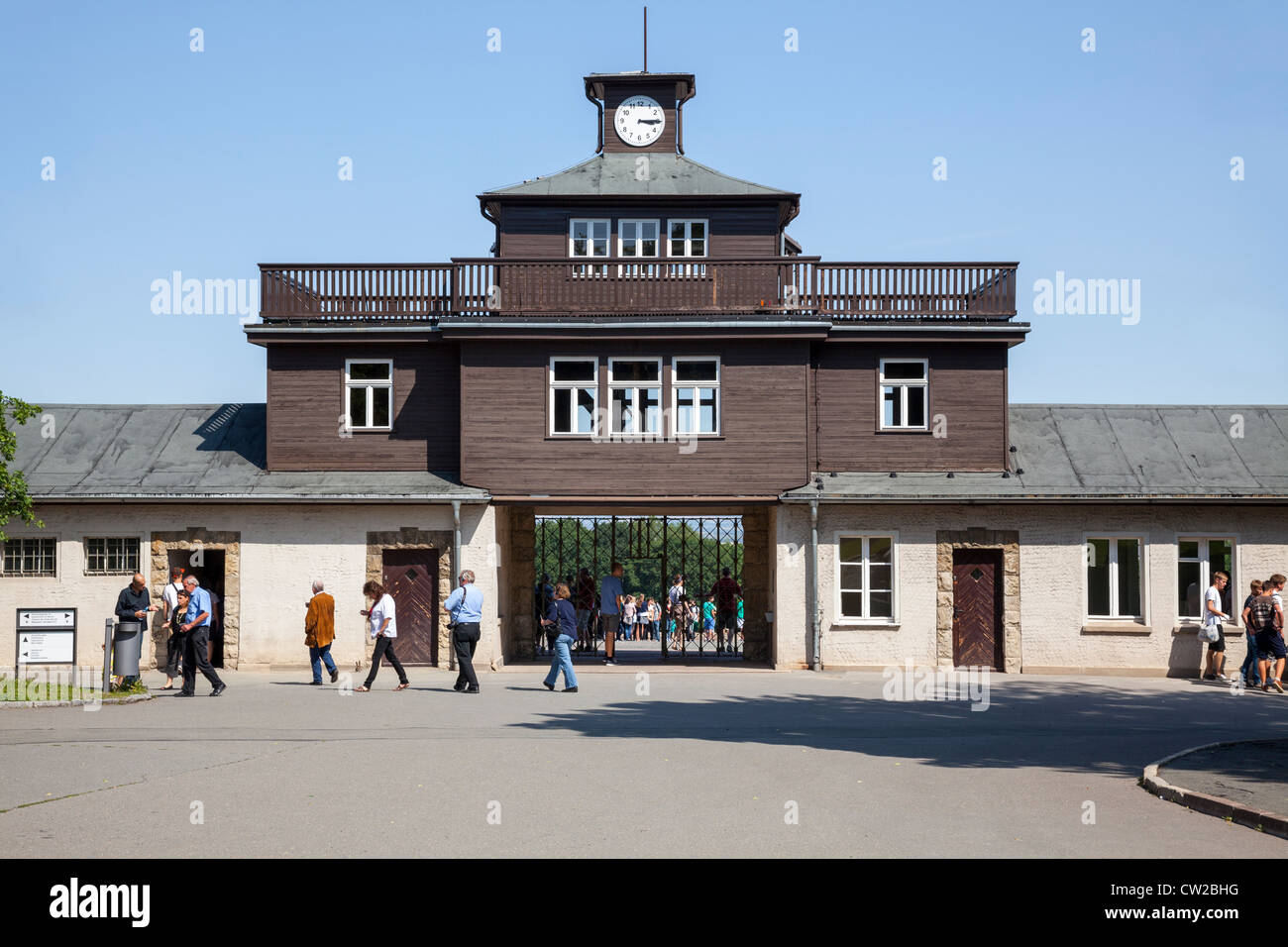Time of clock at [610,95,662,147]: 3:14
